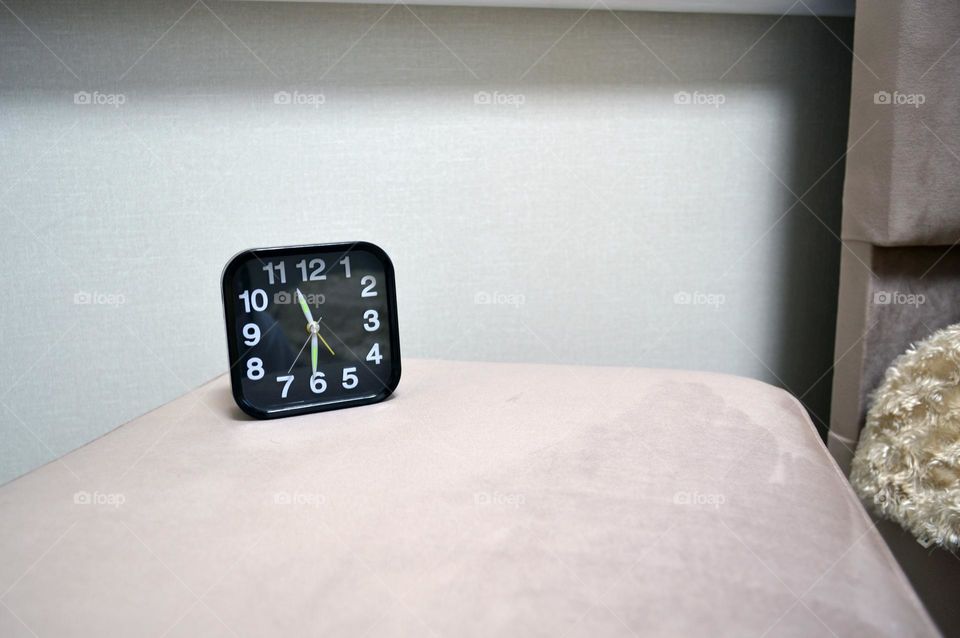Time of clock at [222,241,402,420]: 11:31
